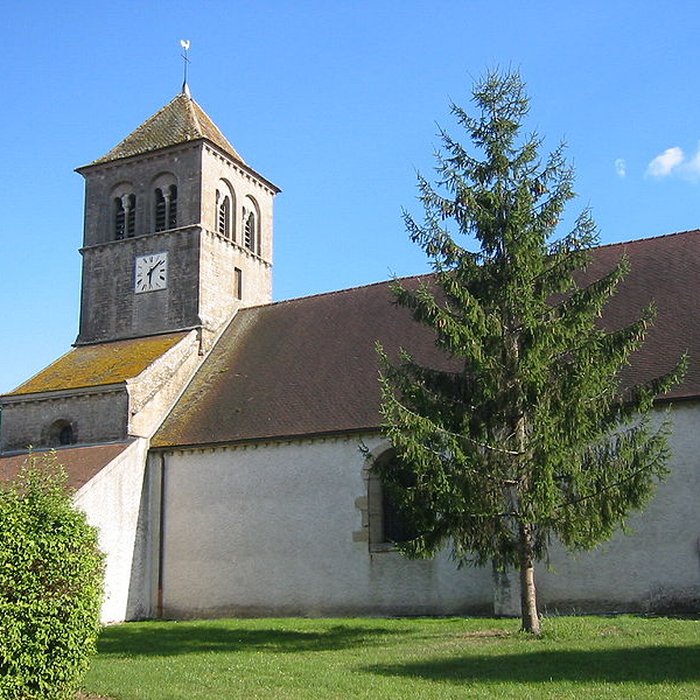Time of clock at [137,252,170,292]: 6:08
